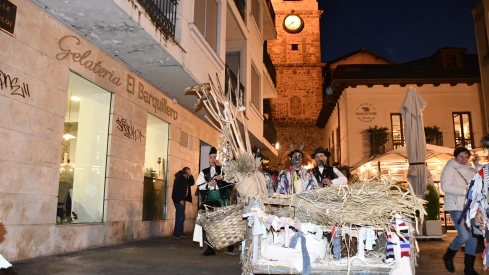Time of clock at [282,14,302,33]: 7:38
